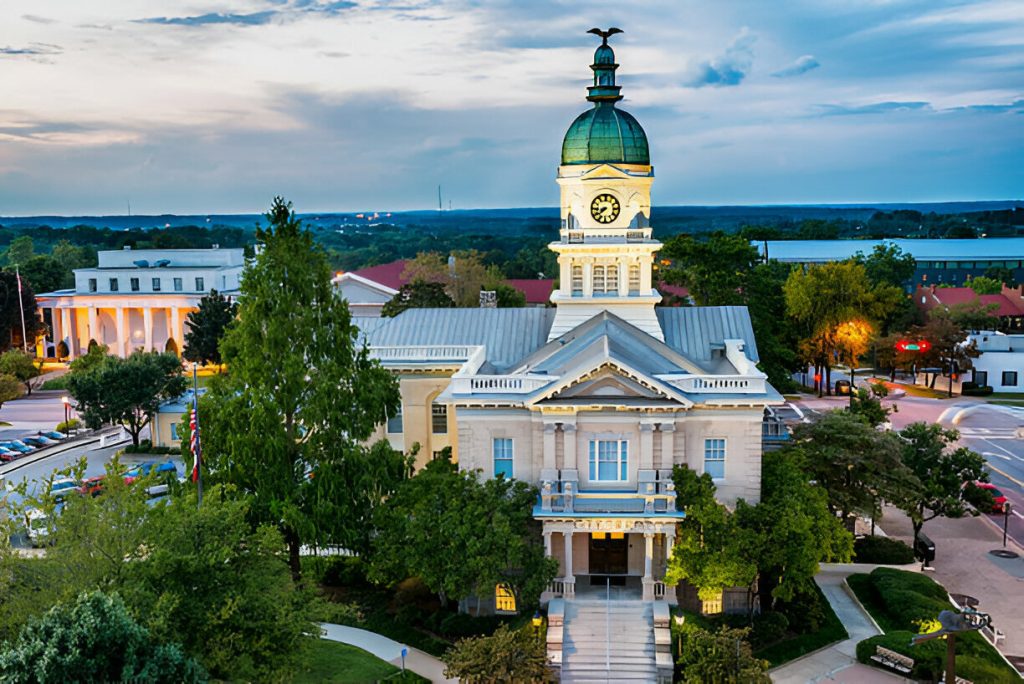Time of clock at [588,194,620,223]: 8:38
